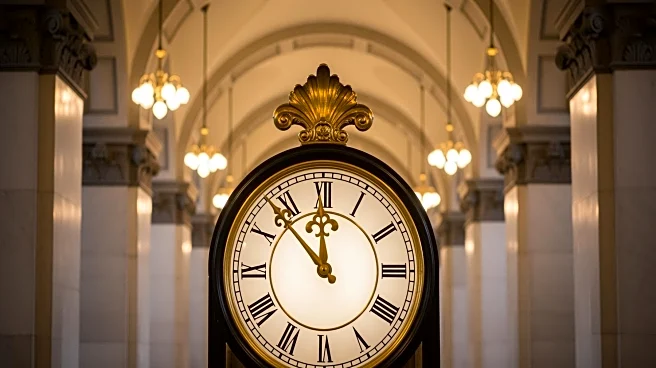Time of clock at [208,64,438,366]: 11:52
